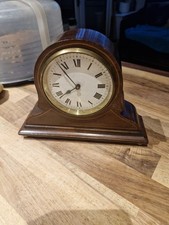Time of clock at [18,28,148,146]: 7:53
